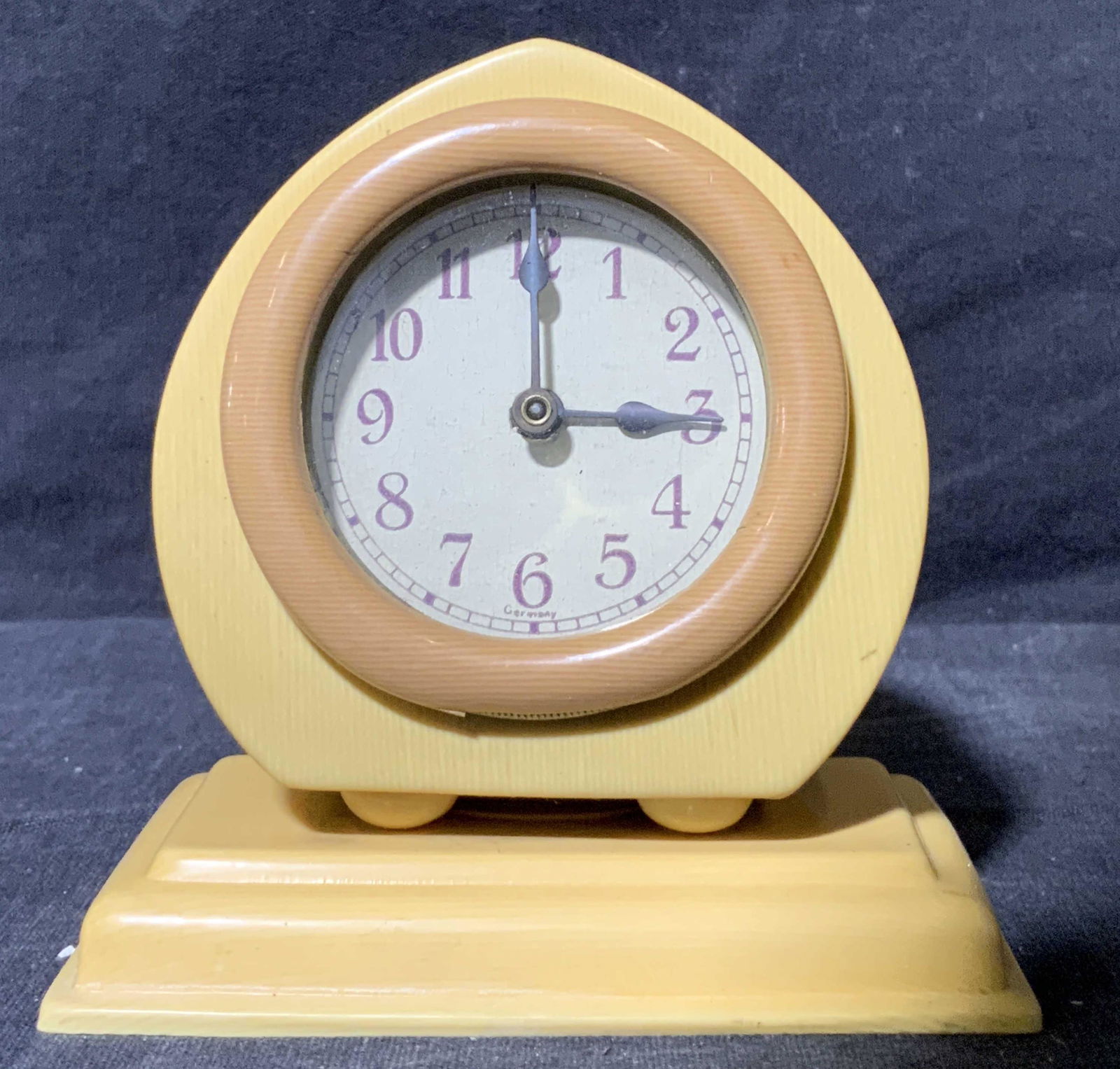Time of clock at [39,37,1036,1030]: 3:00
